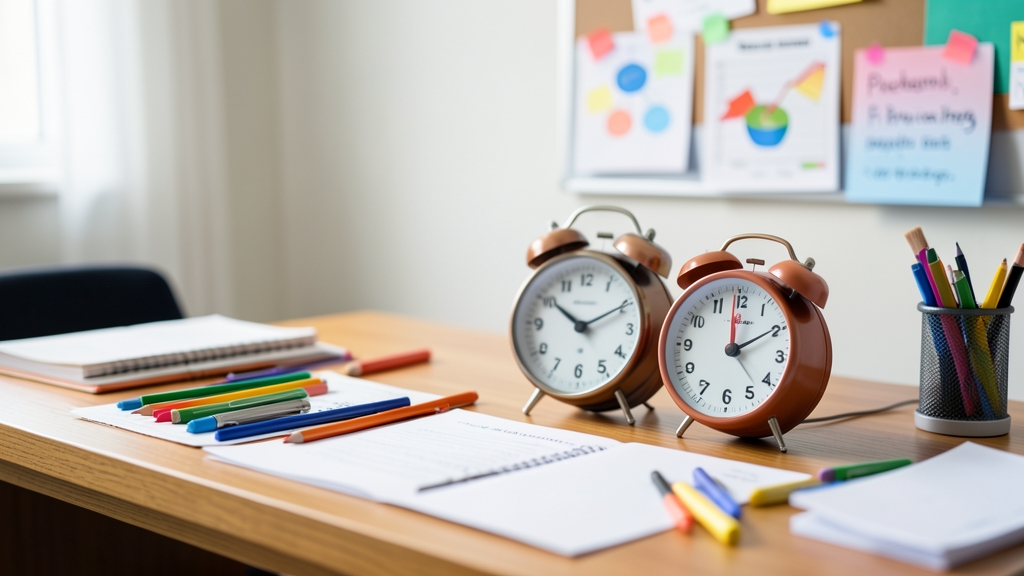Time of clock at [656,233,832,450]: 1:59
